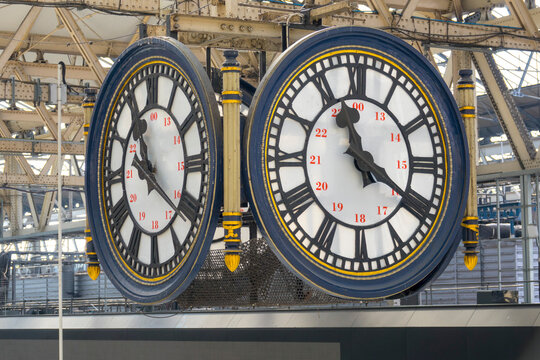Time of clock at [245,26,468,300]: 11:20
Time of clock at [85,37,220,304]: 11:21
